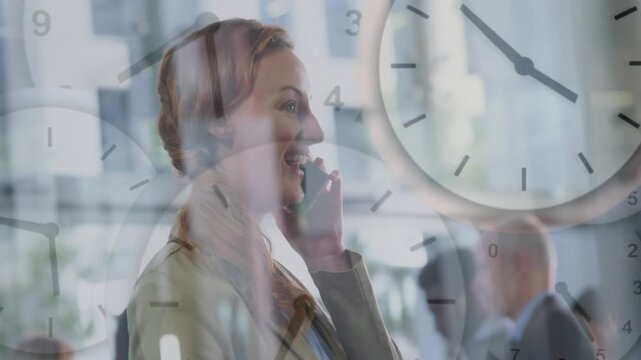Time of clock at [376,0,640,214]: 3:52
